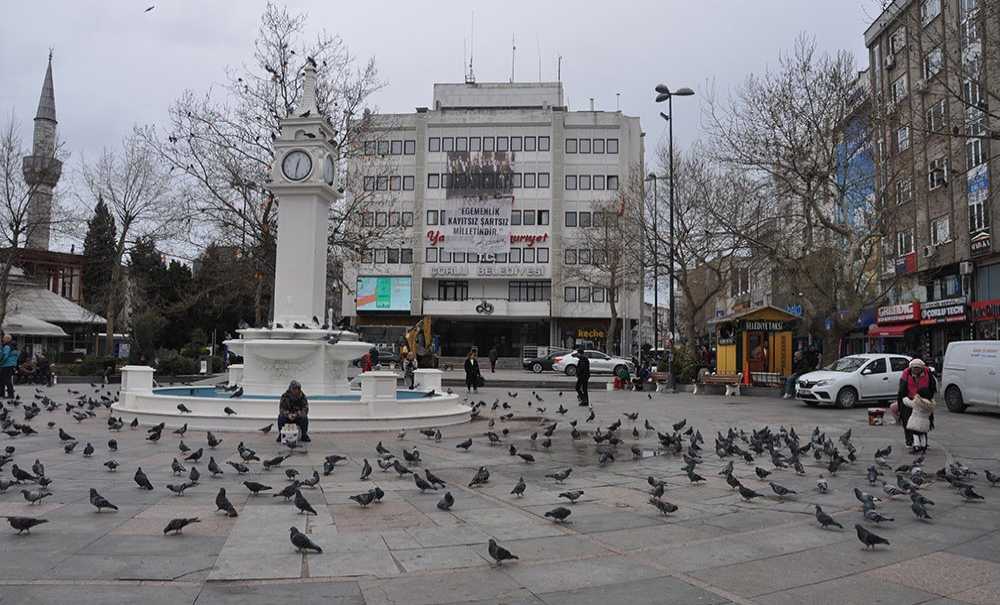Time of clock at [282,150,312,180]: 12:31
